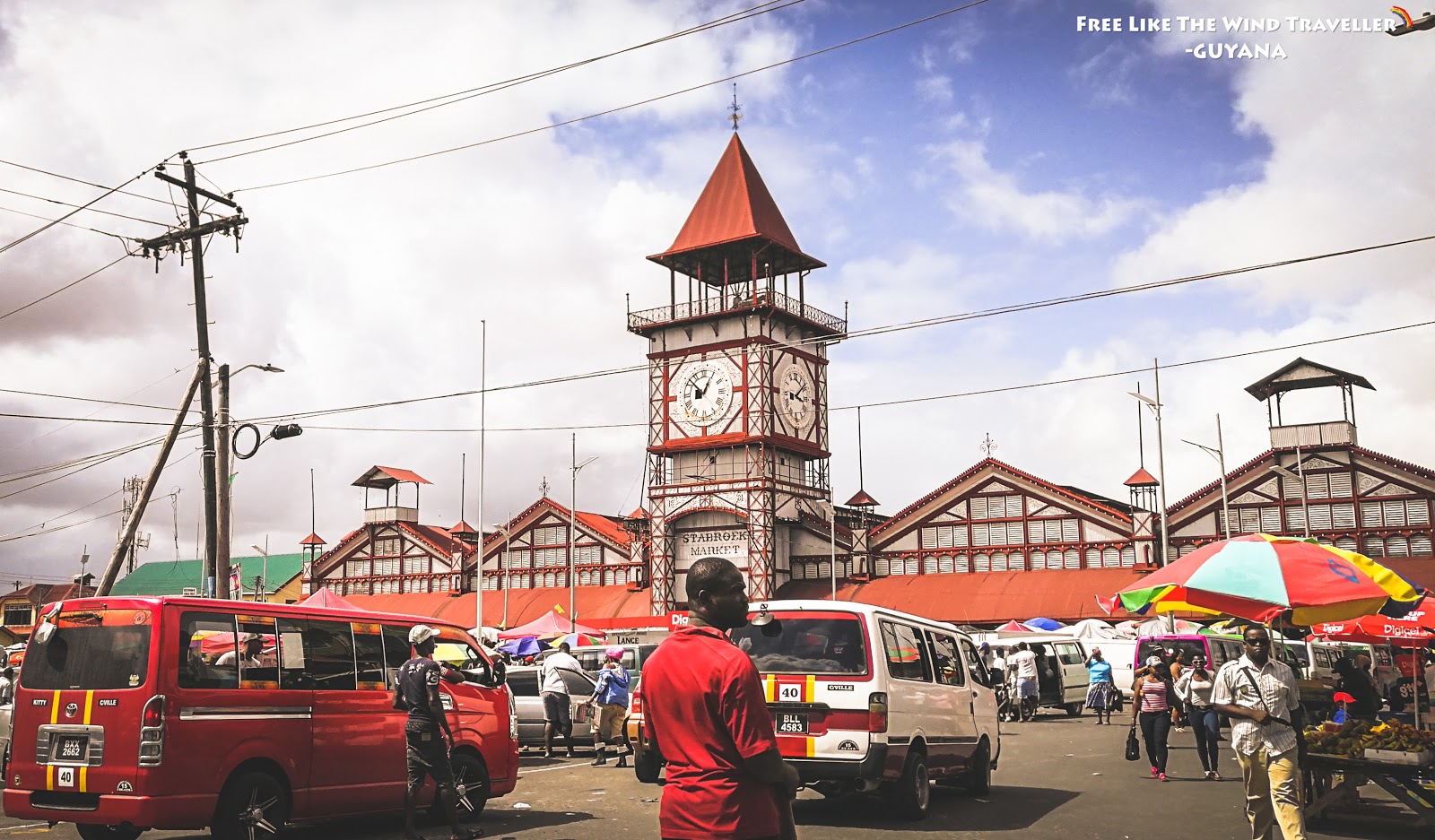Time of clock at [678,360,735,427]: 12:52
